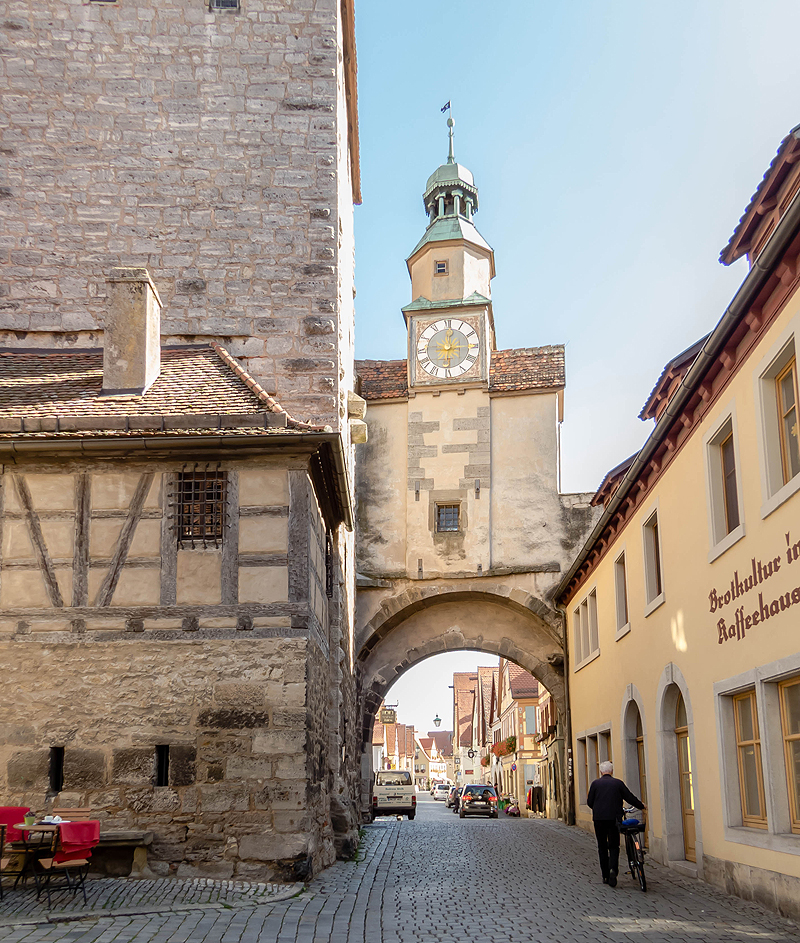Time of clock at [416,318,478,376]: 12:14
